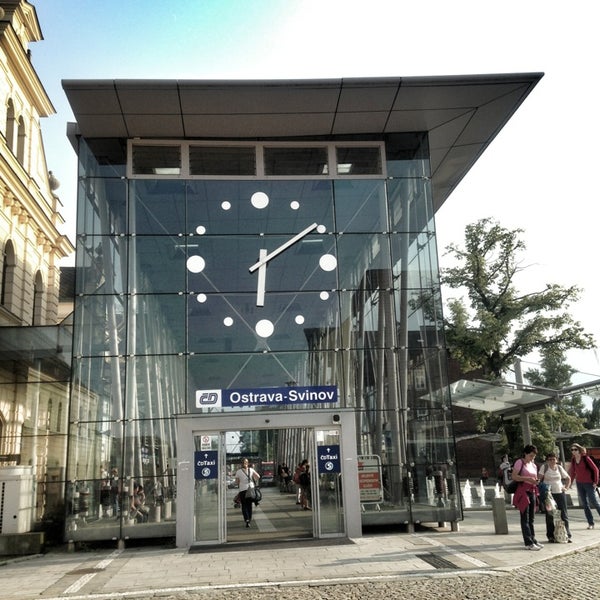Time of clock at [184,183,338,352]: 6:08
